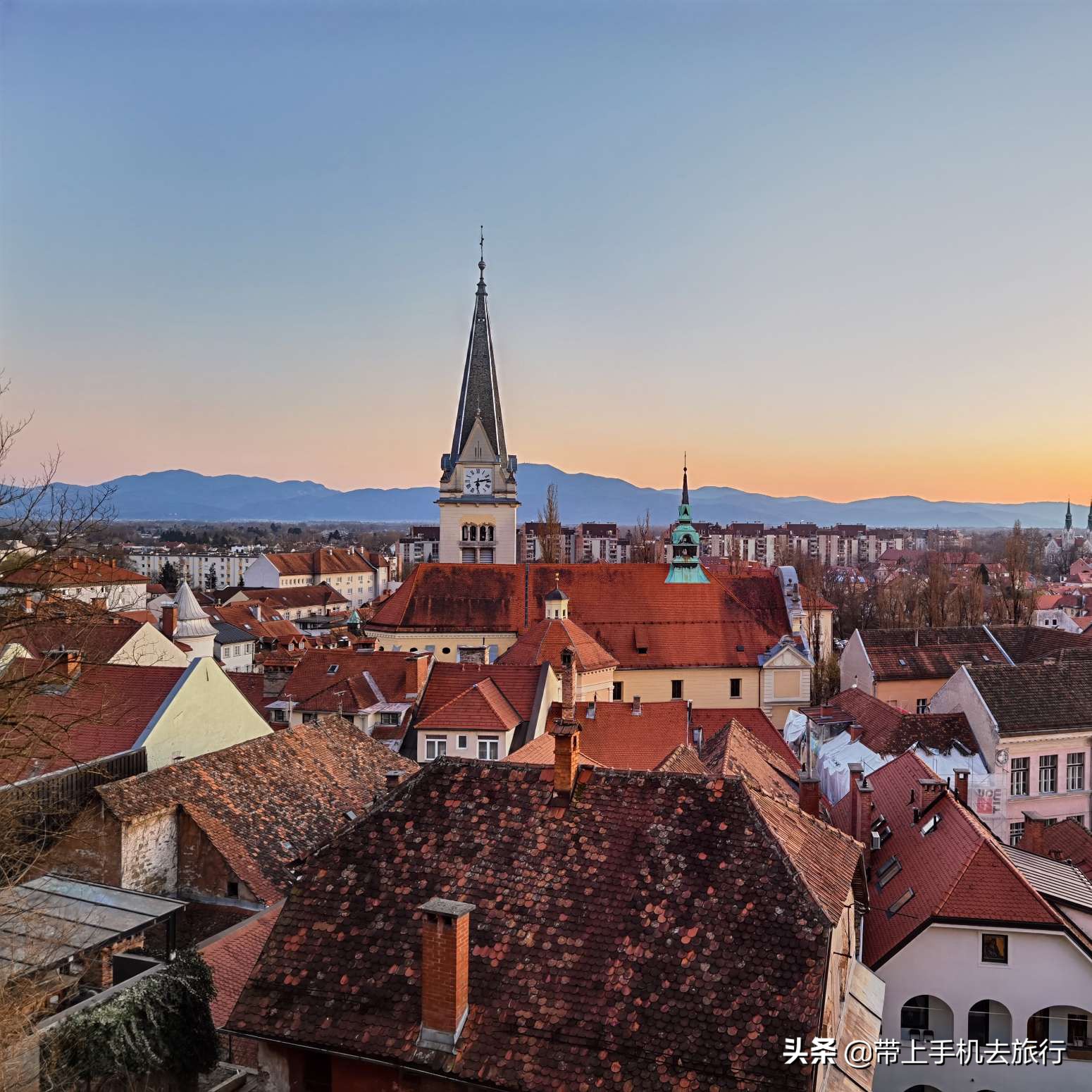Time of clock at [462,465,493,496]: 6:13
